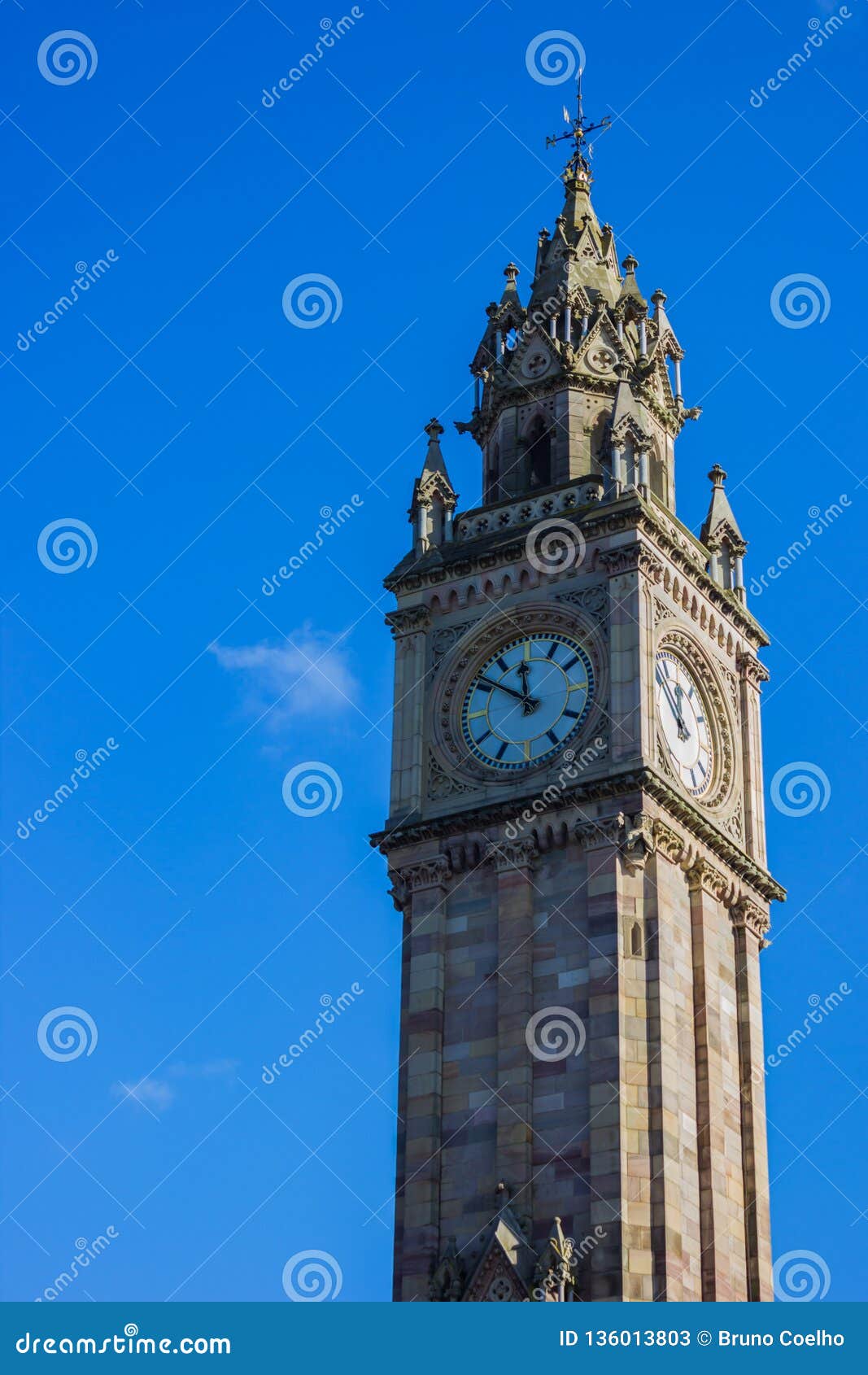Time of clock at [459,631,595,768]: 11:50
